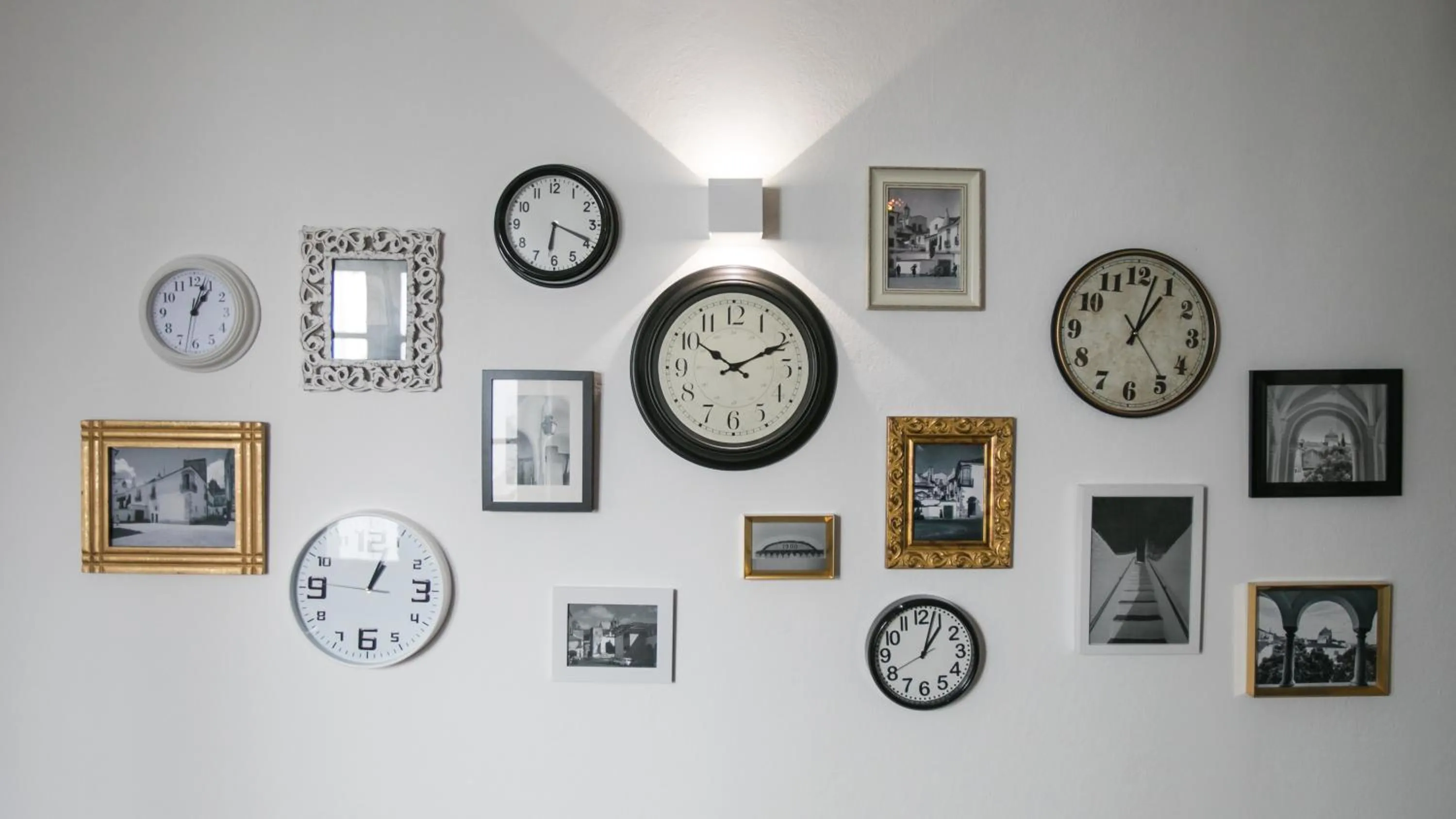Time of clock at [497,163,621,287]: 6:18
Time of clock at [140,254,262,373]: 1:02
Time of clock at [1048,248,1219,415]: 1:02
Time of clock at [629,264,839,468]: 10:10
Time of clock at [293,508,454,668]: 1:03
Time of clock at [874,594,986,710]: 1:02
